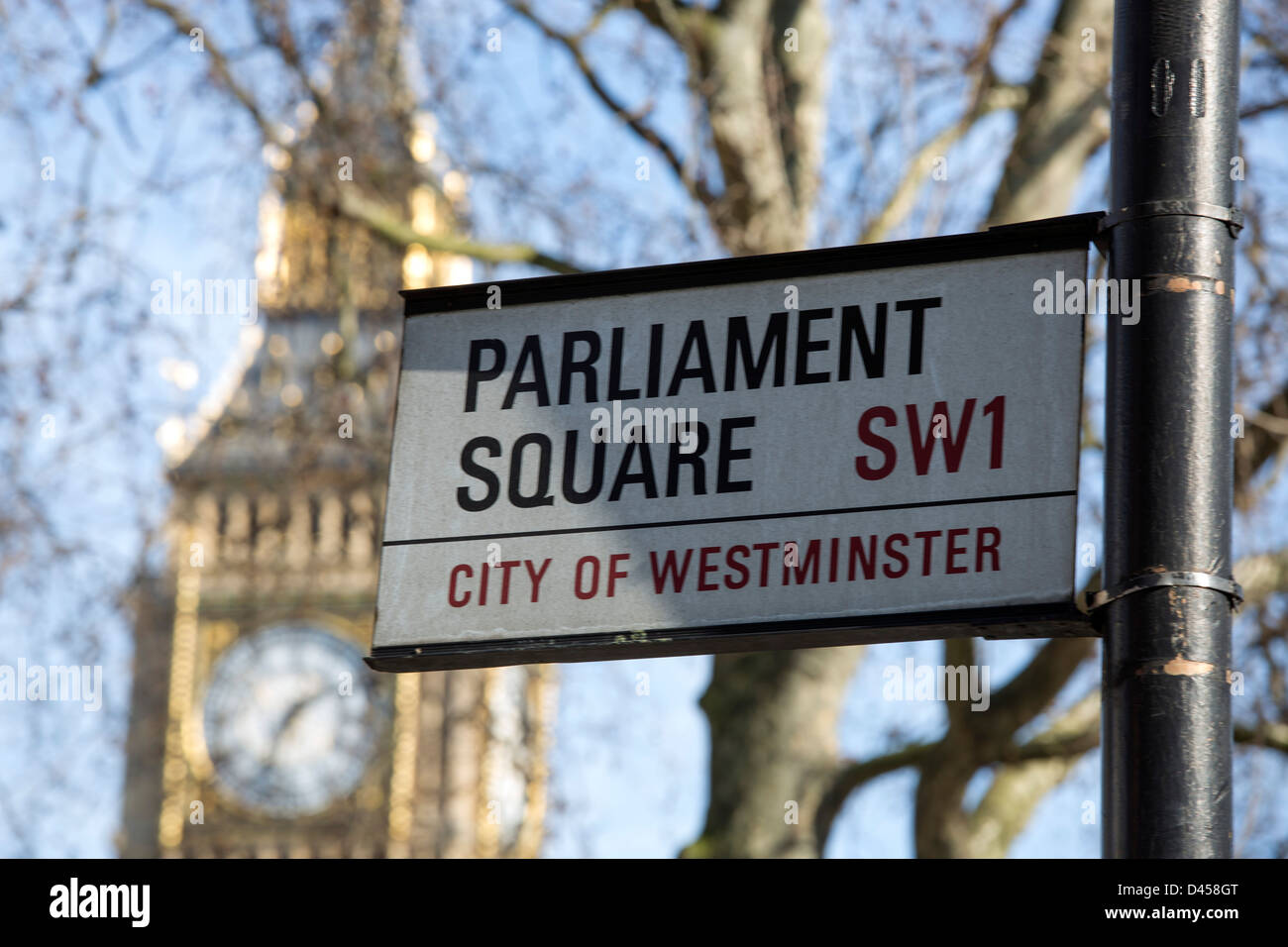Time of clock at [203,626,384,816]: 1:33
